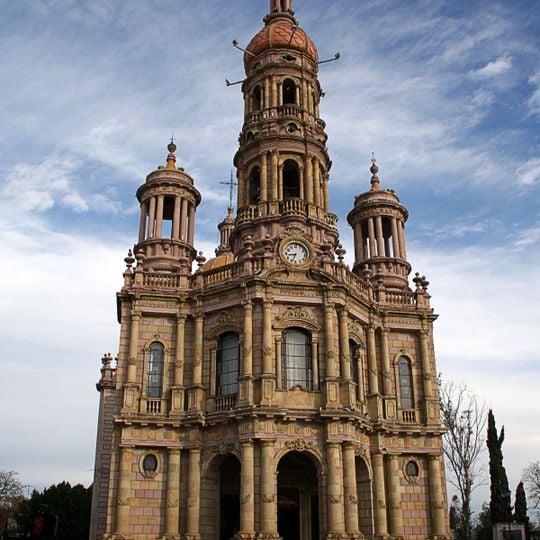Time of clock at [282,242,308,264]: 8:33
